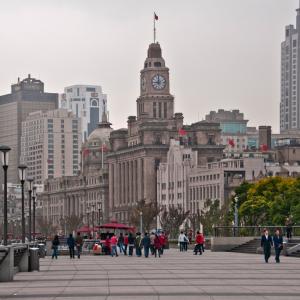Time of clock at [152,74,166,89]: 8:59
